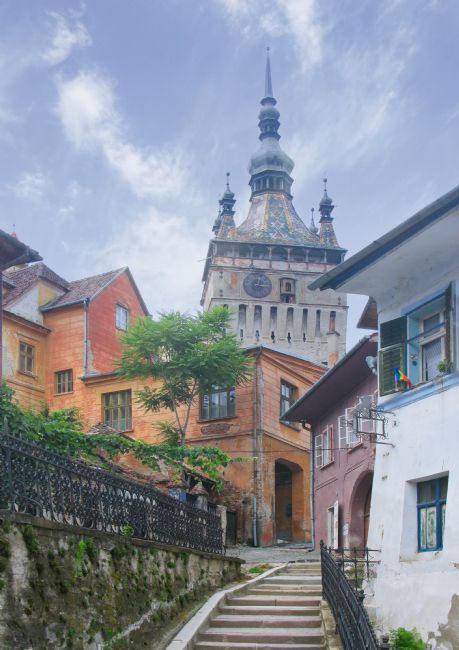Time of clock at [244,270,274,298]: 12:16
